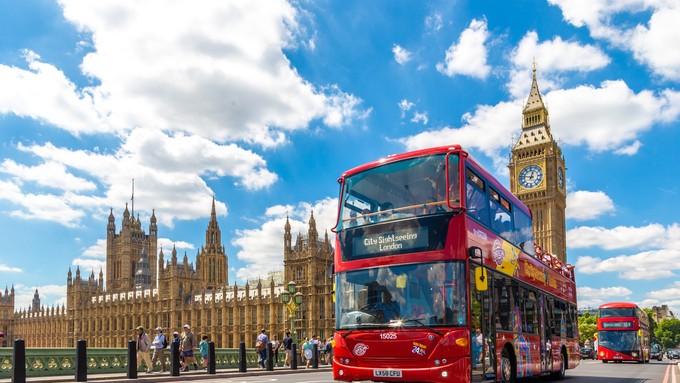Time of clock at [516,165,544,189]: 12:47
